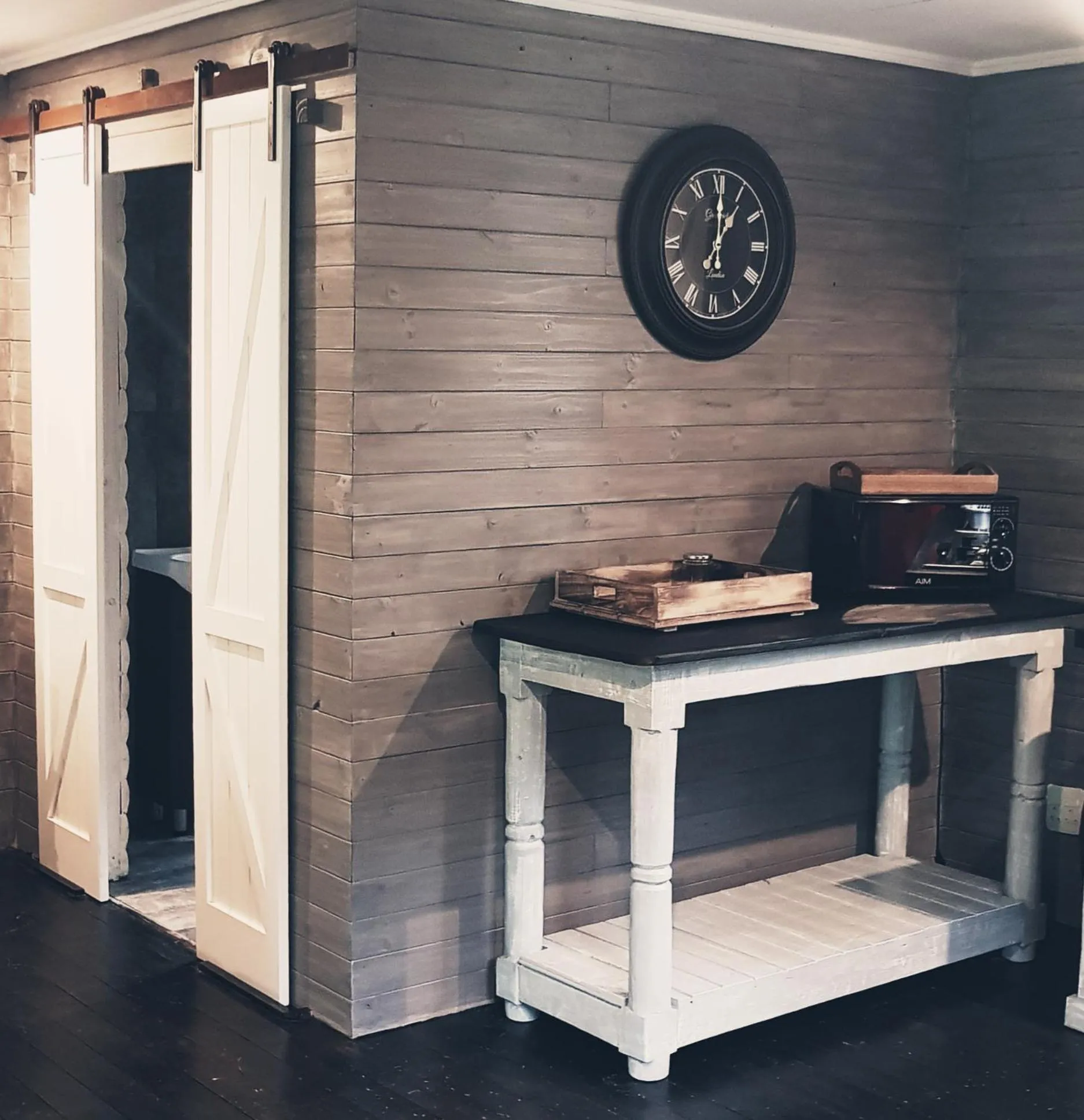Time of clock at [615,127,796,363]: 1:00
